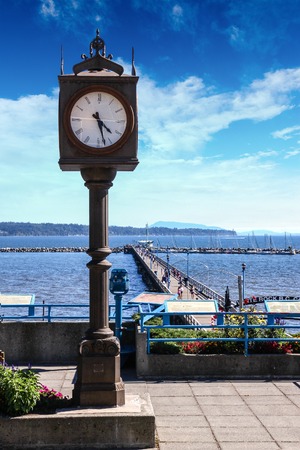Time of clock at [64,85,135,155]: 4:27
